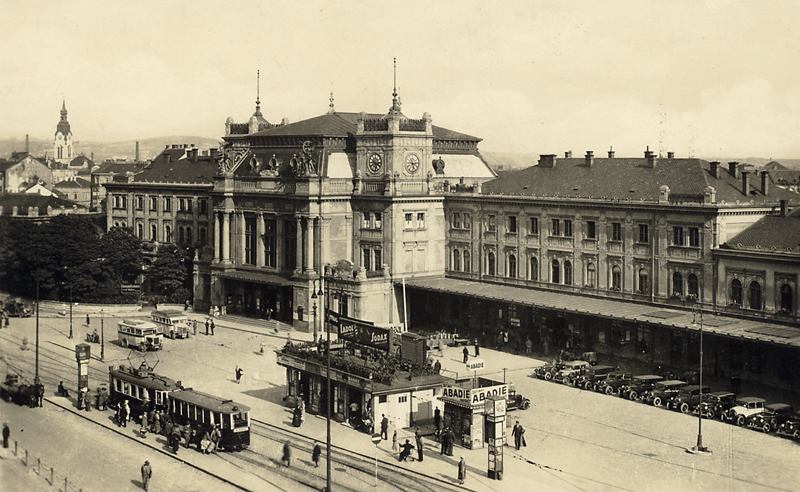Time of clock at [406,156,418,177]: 5:14
